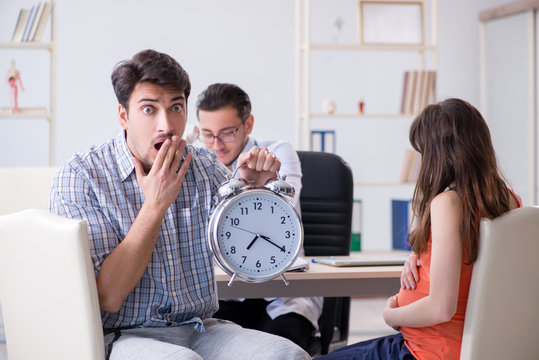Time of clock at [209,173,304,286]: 7:20
